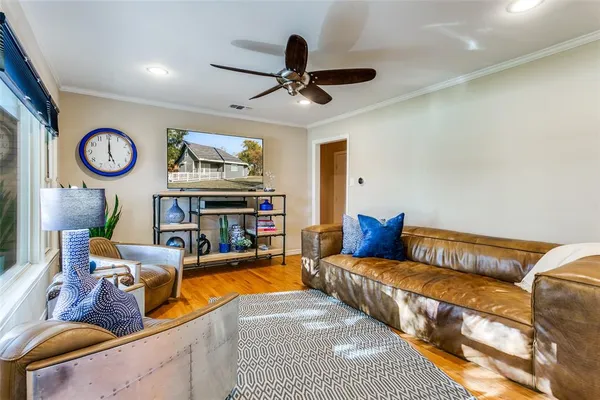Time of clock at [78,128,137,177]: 5:00
